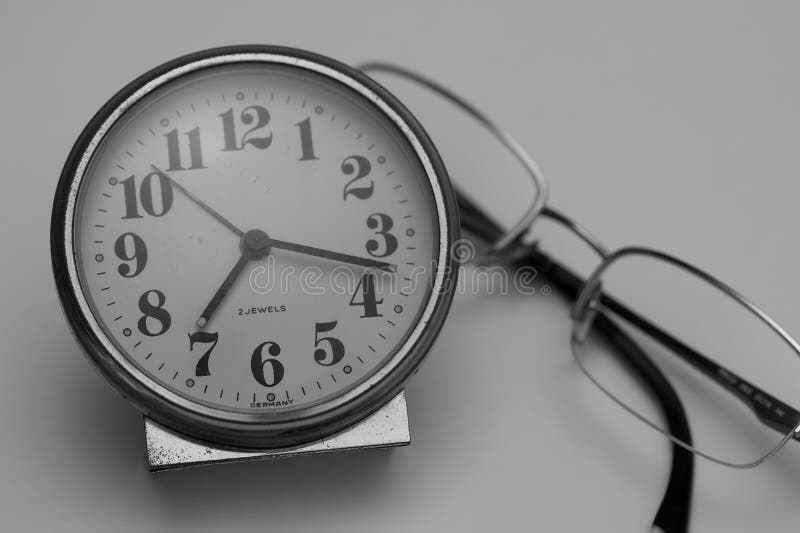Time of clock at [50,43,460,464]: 7:17
